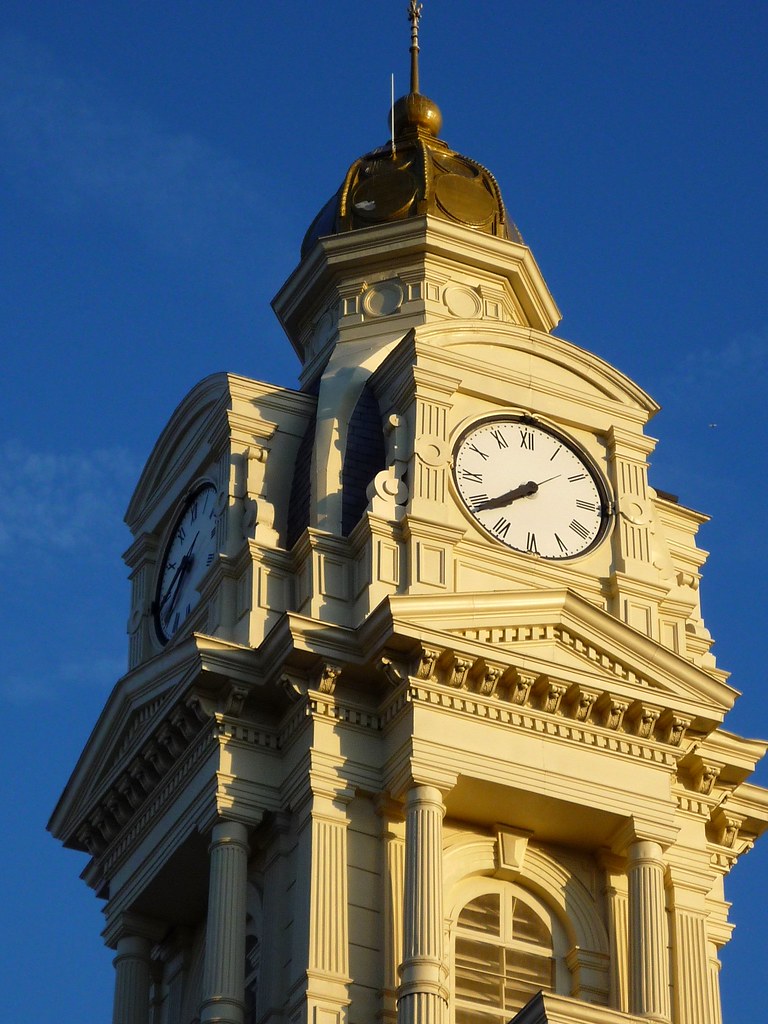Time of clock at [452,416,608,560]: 7:39
